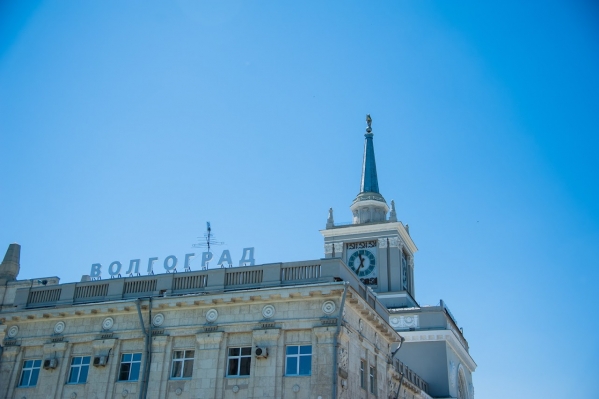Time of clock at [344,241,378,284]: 11:35
